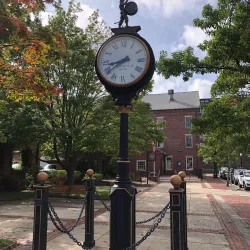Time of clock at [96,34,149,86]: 8:38
